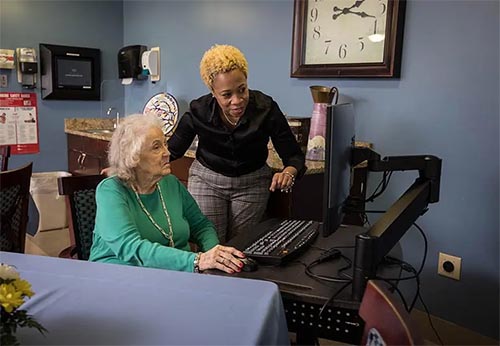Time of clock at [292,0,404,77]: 2:17
